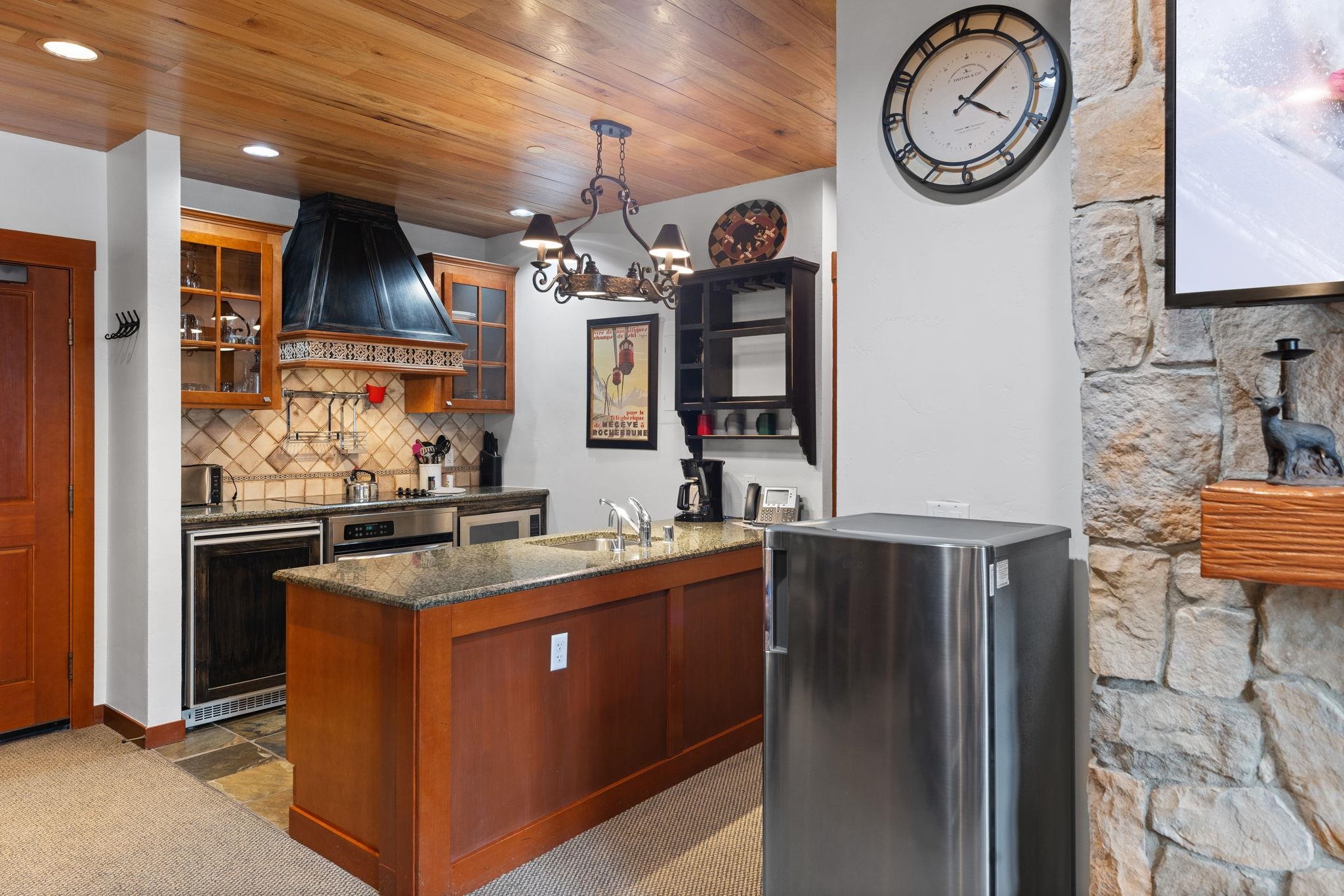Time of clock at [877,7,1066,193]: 4:09
